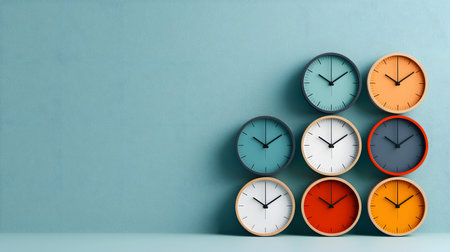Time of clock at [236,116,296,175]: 10:09
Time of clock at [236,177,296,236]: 10:09
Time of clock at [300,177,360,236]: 10:09
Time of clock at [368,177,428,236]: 10:09
